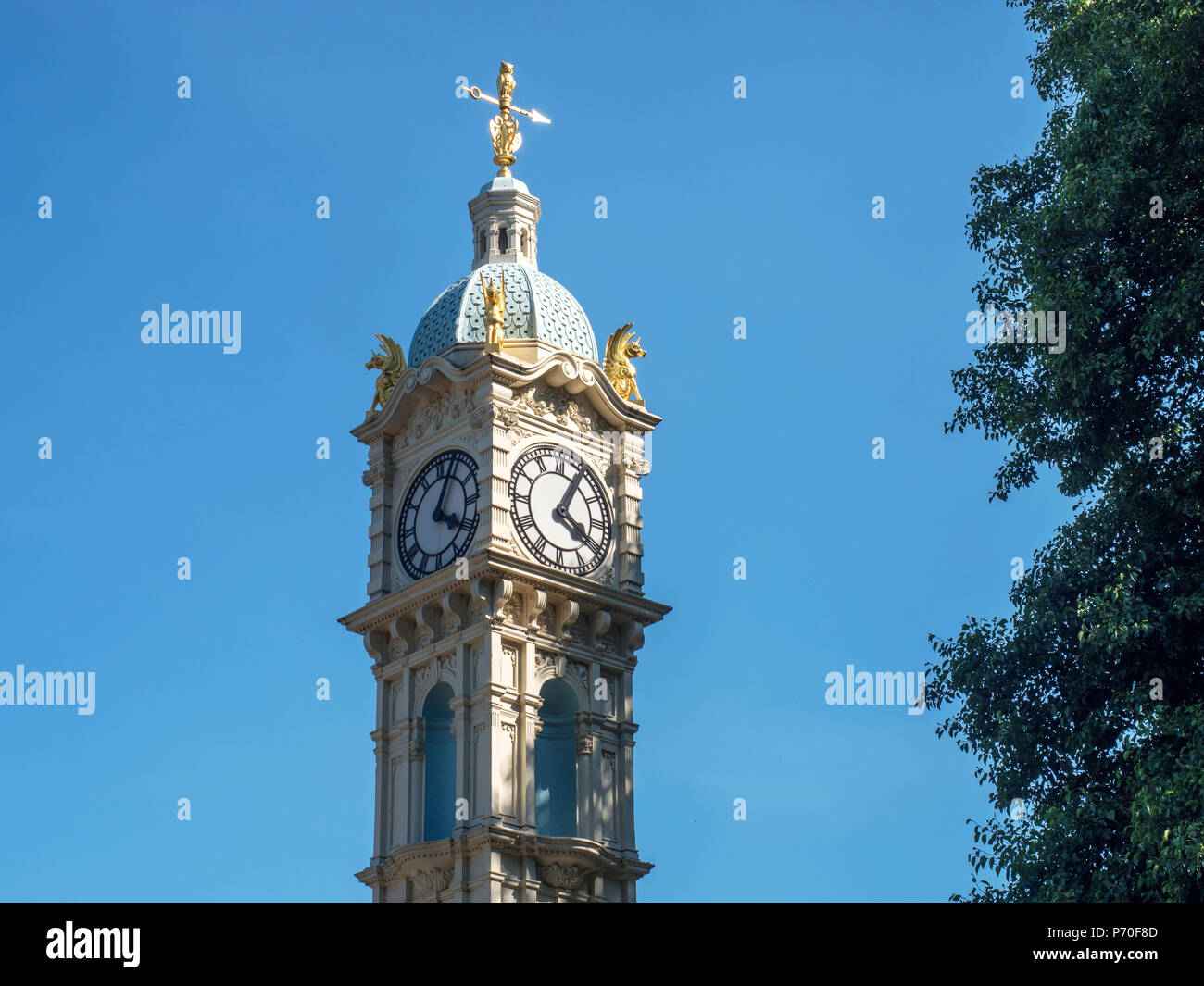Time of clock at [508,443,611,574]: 4:04
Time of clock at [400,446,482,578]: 4:04
